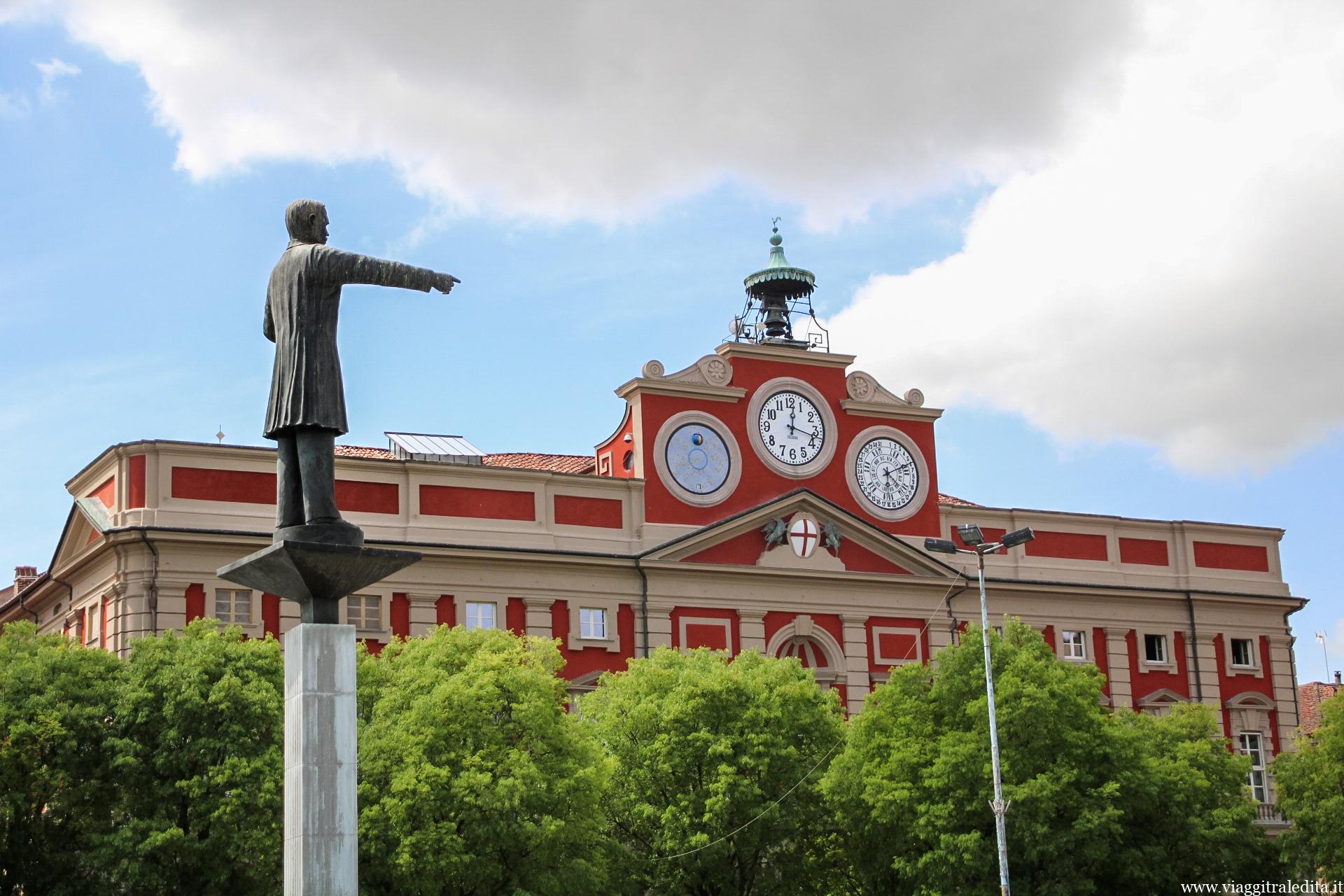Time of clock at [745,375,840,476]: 12:17
